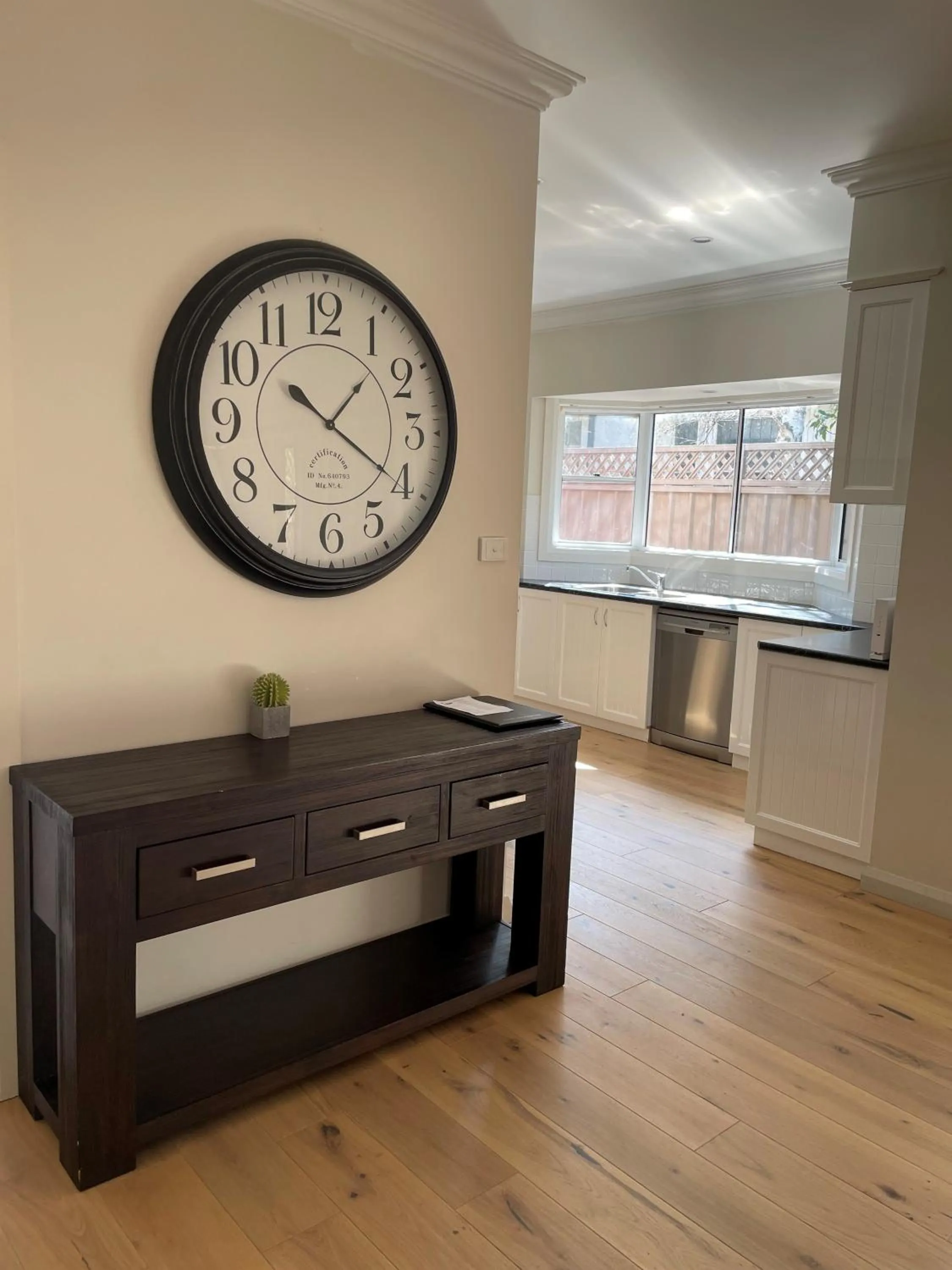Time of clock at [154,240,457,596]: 1:20
